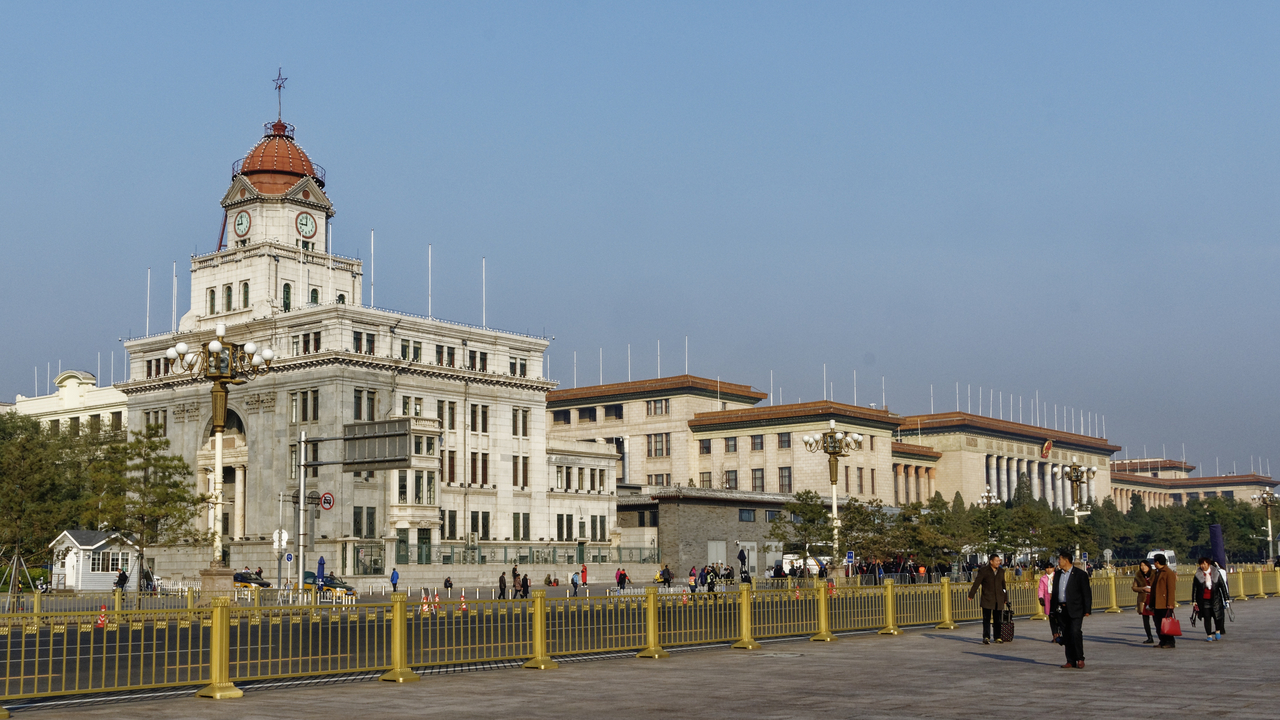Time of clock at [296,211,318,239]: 9:00
